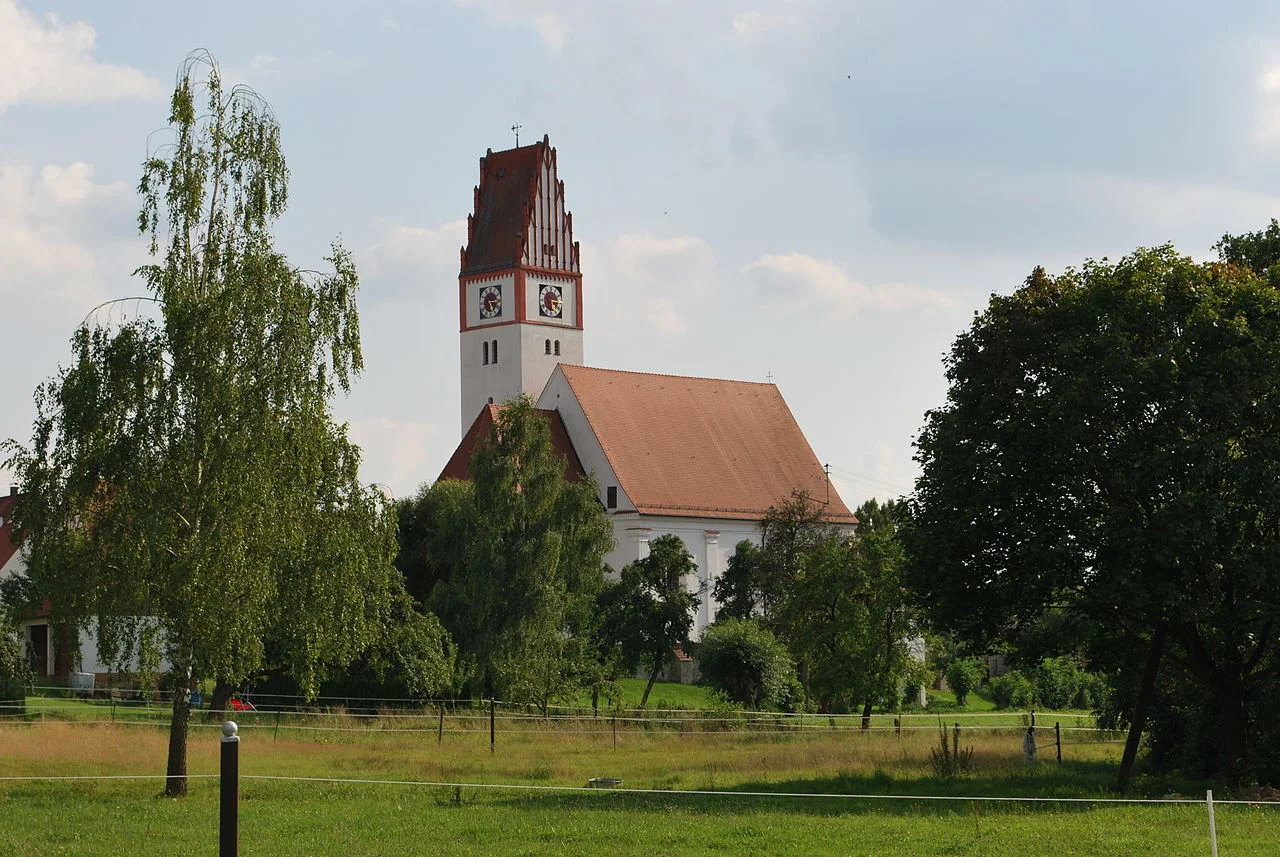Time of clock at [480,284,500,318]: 5:15
